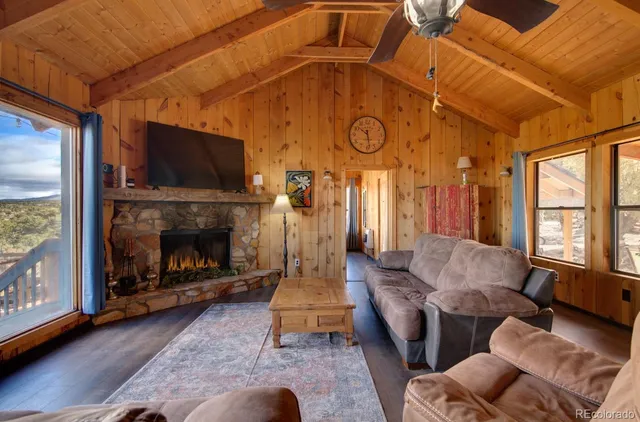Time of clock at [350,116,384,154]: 10:28
